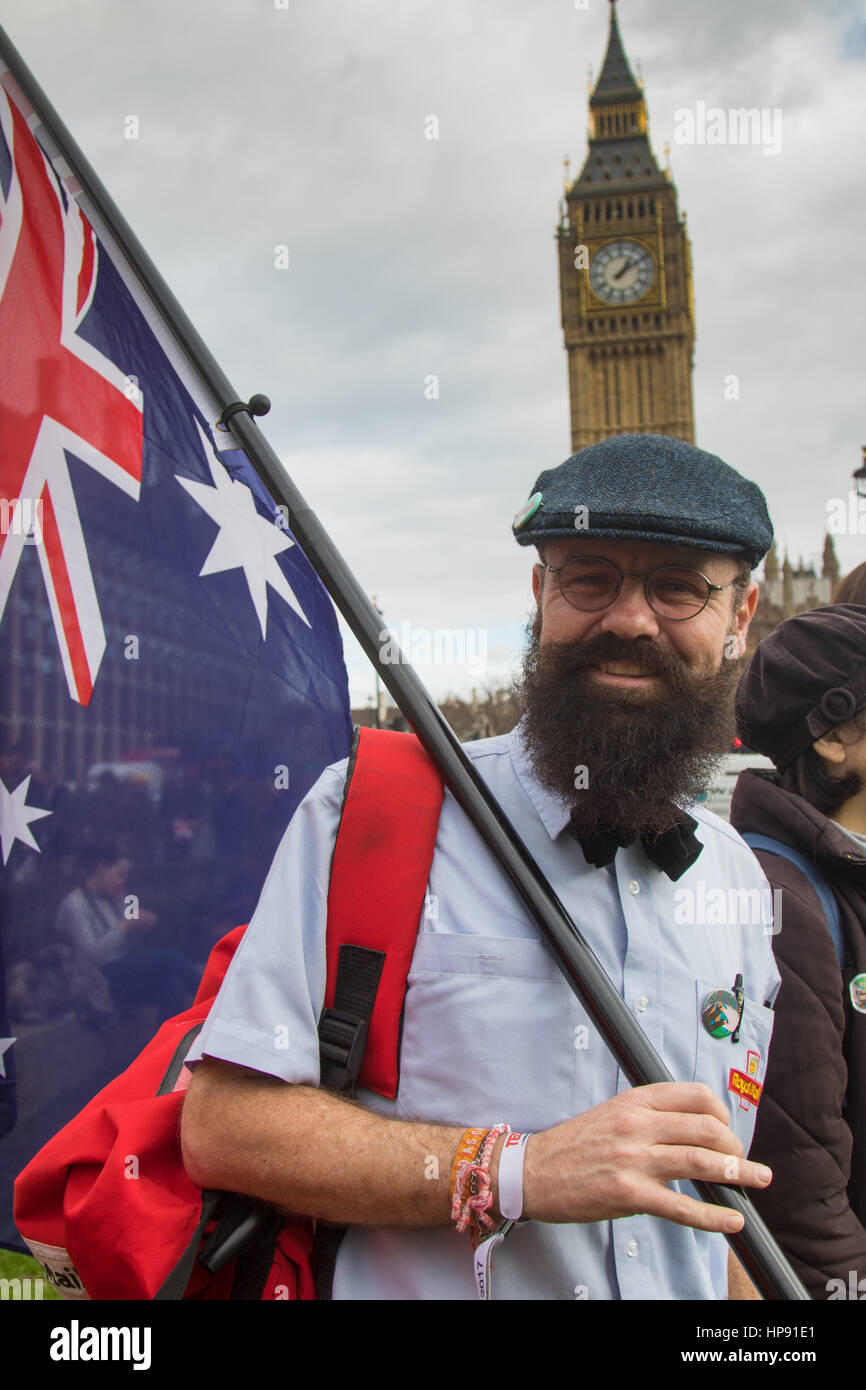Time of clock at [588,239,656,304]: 1:09
